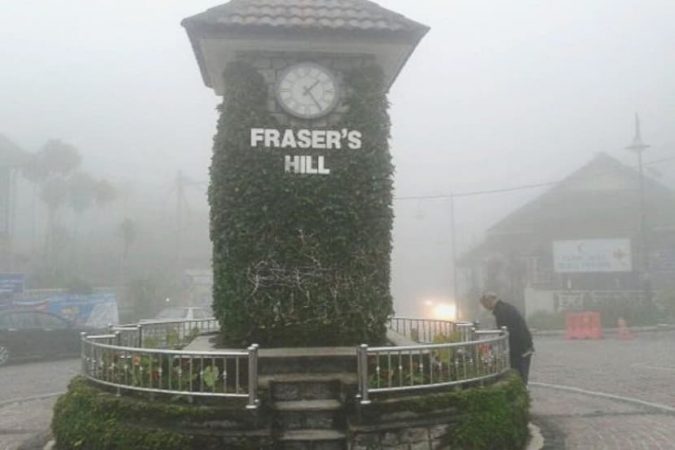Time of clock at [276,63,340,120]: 1:24
